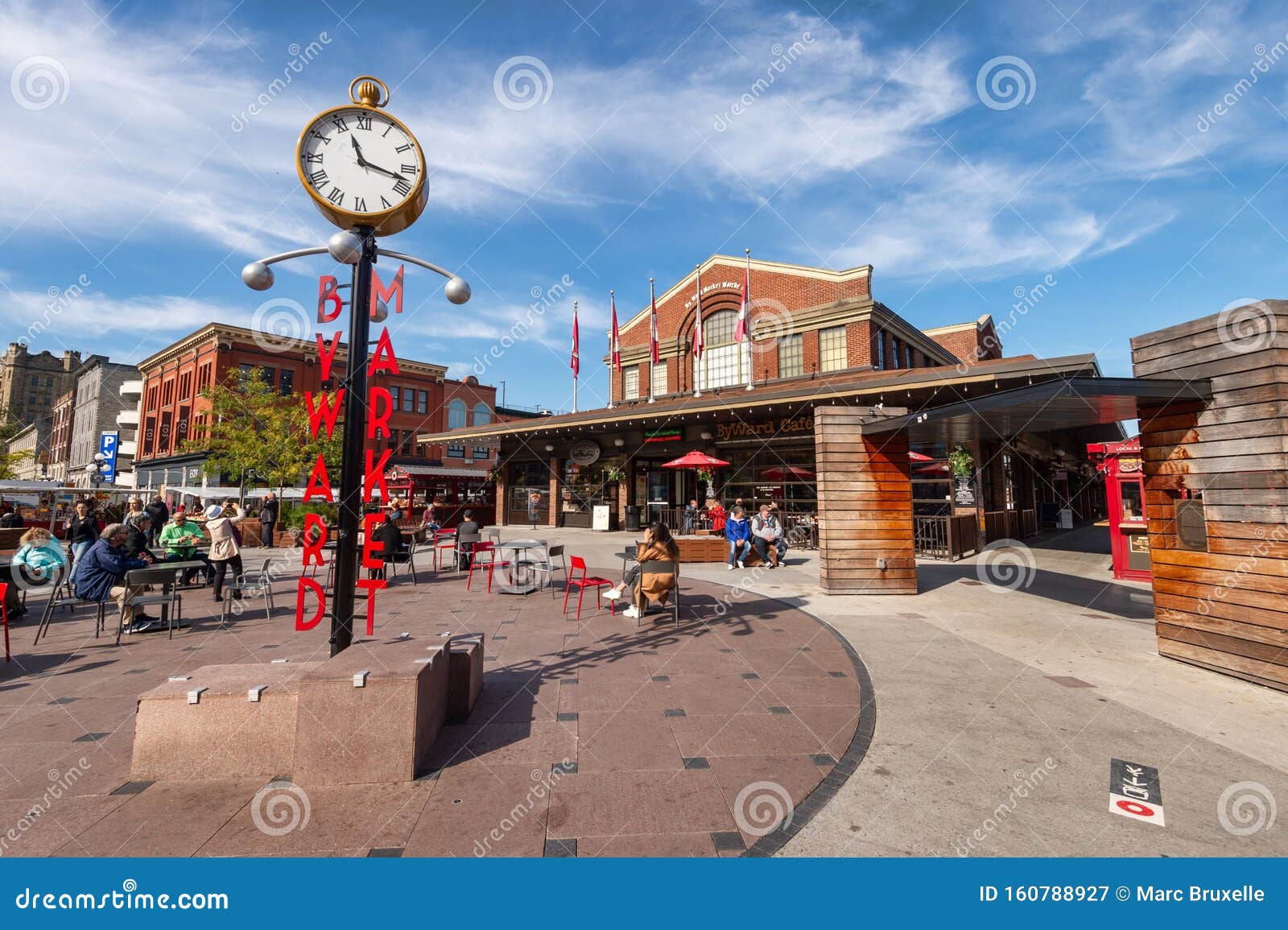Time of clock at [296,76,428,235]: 11:17
